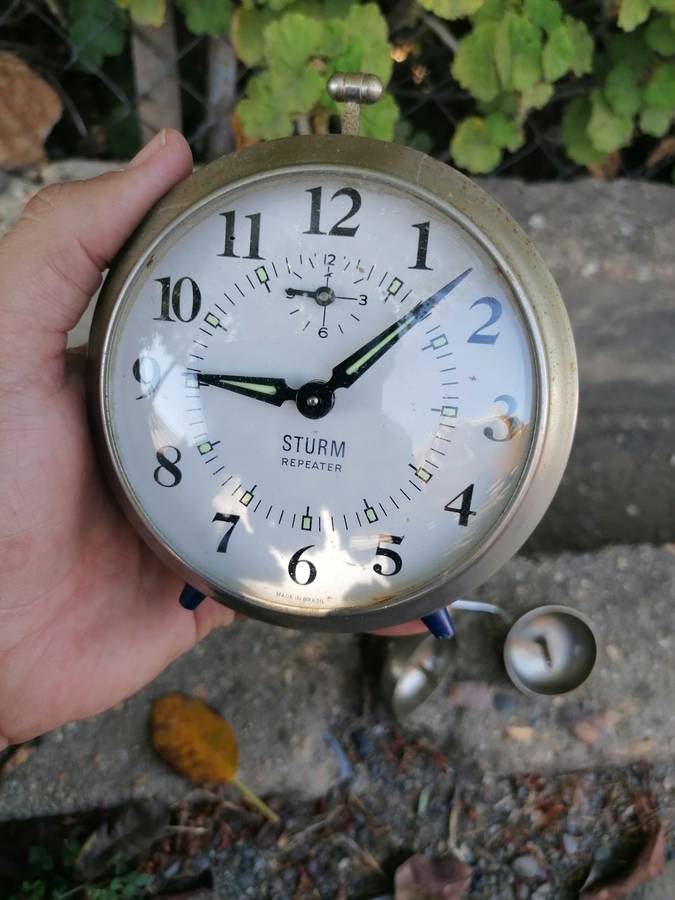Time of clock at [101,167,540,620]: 9:07
